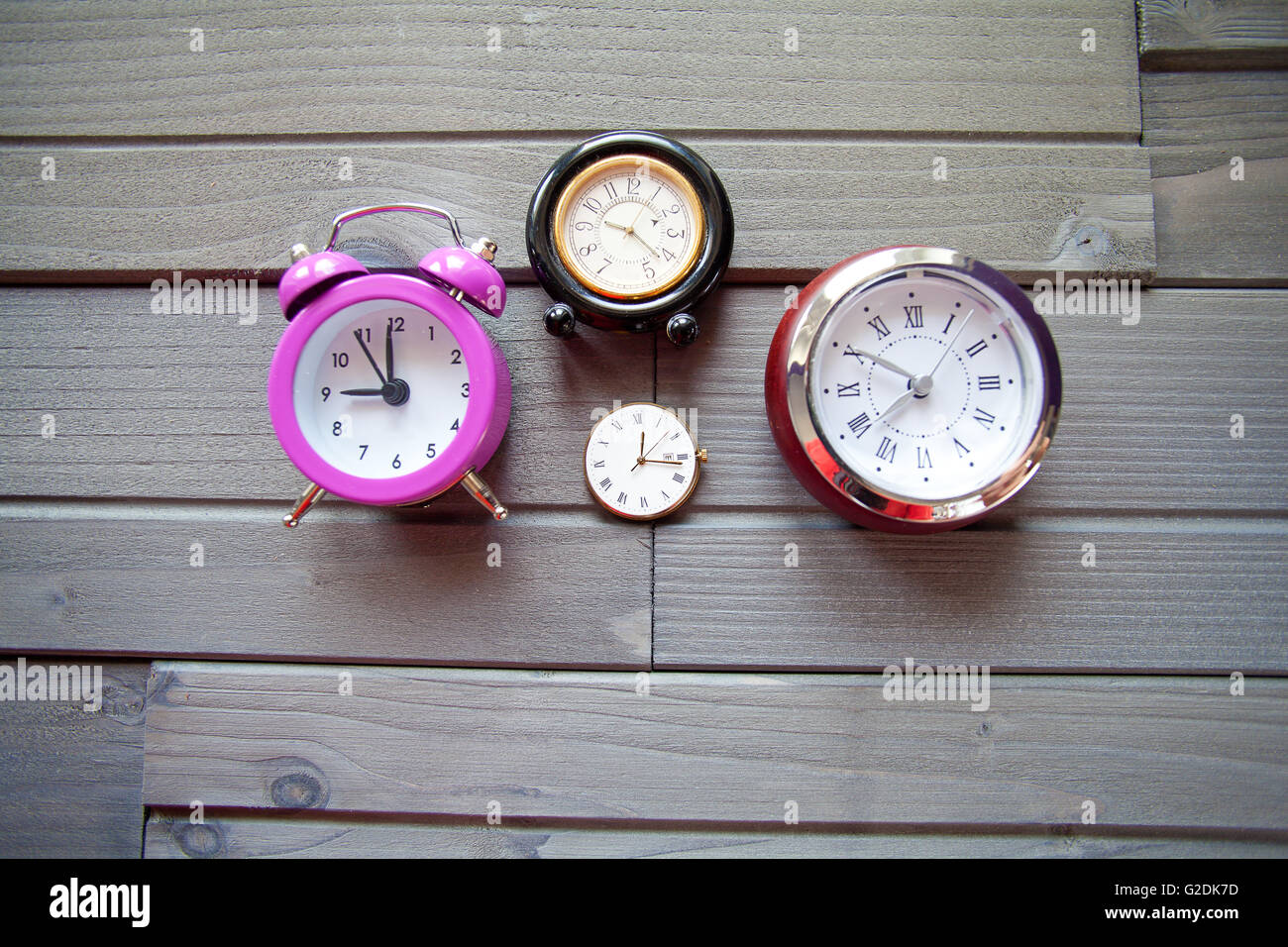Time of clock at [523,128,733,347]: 9:21
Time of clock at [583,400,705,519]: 12:16
